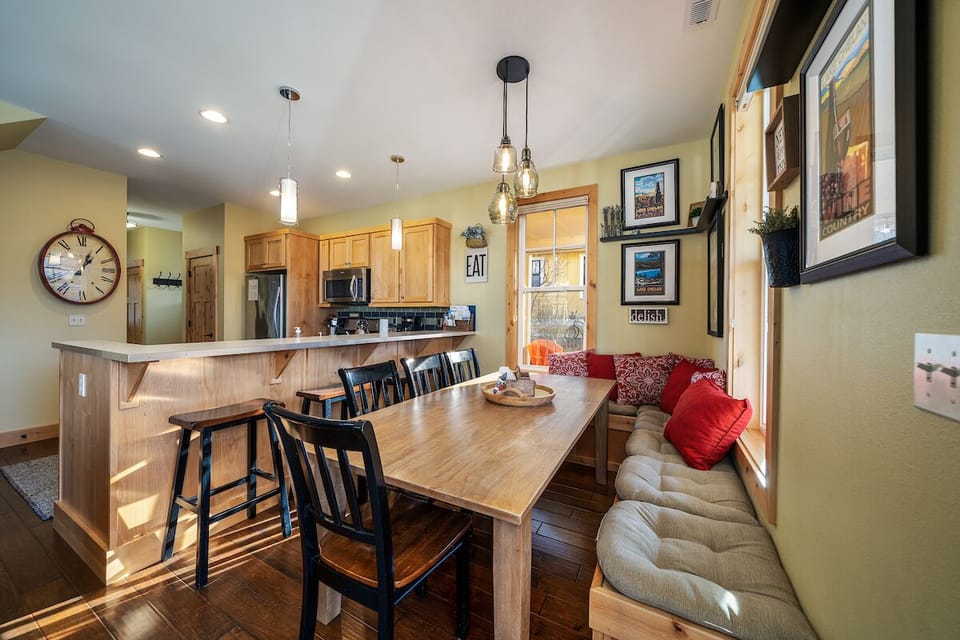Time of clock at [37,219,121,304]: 1:02
